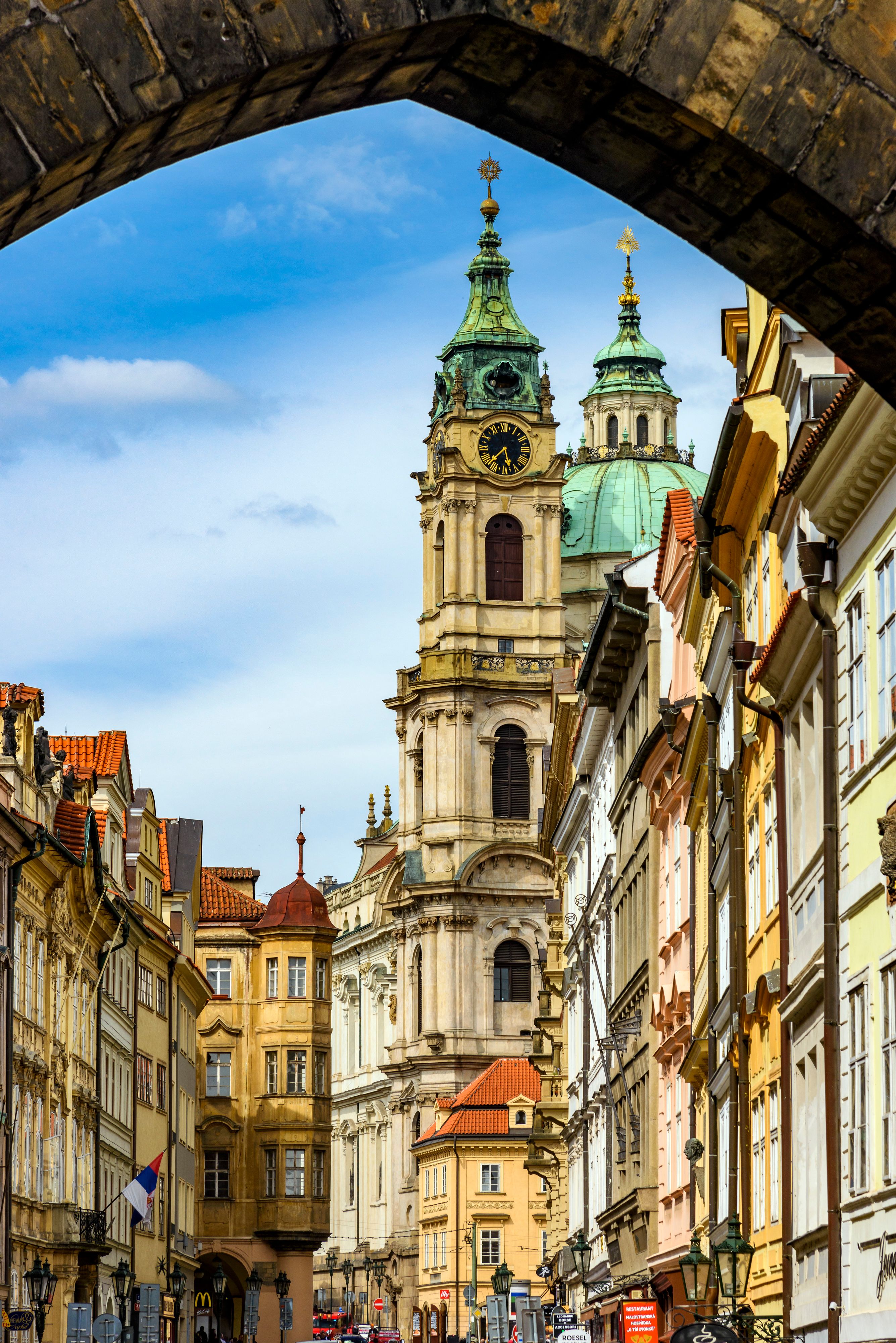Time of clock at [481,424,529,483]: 5:37
